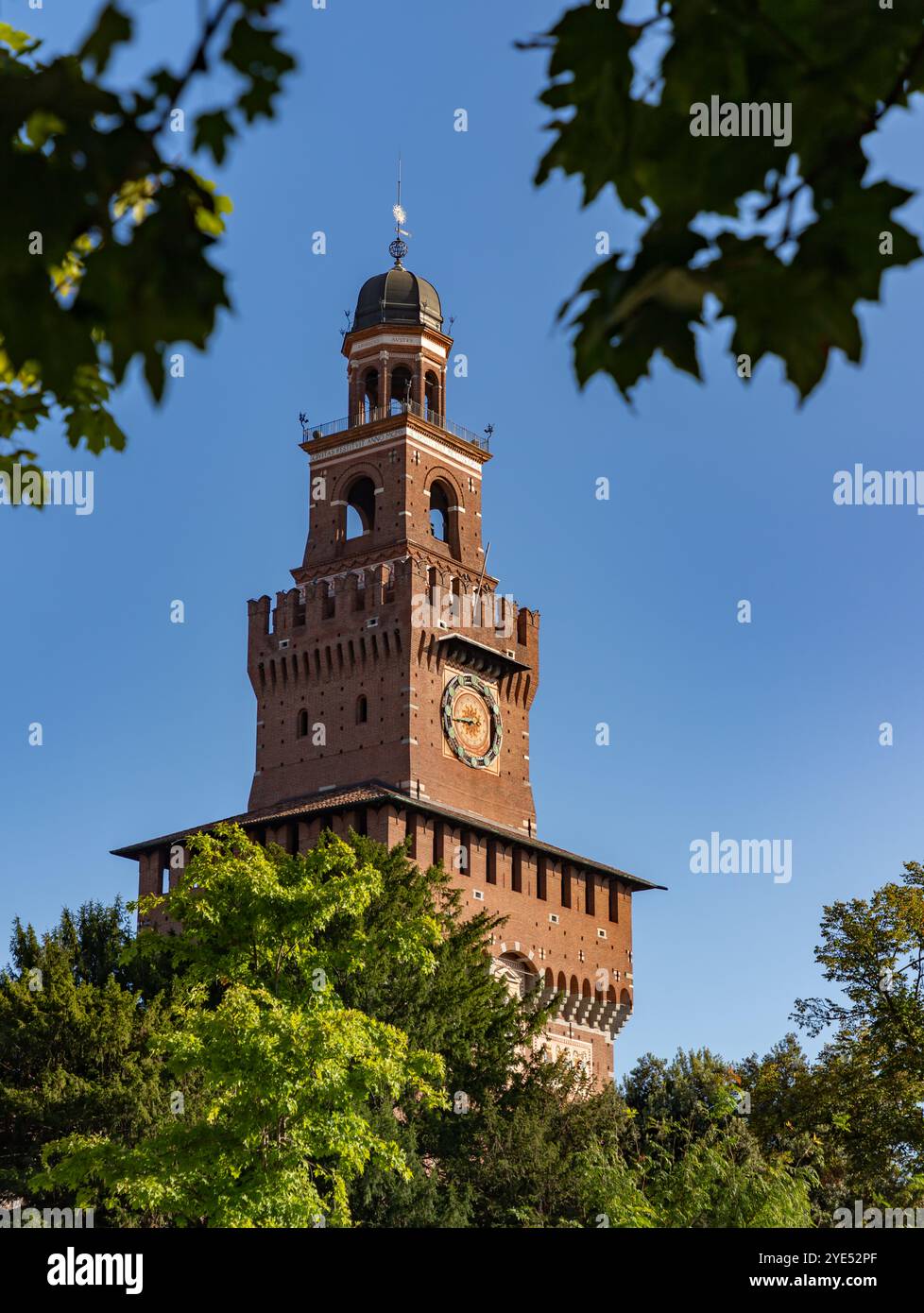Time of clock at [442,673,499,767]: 8:45
